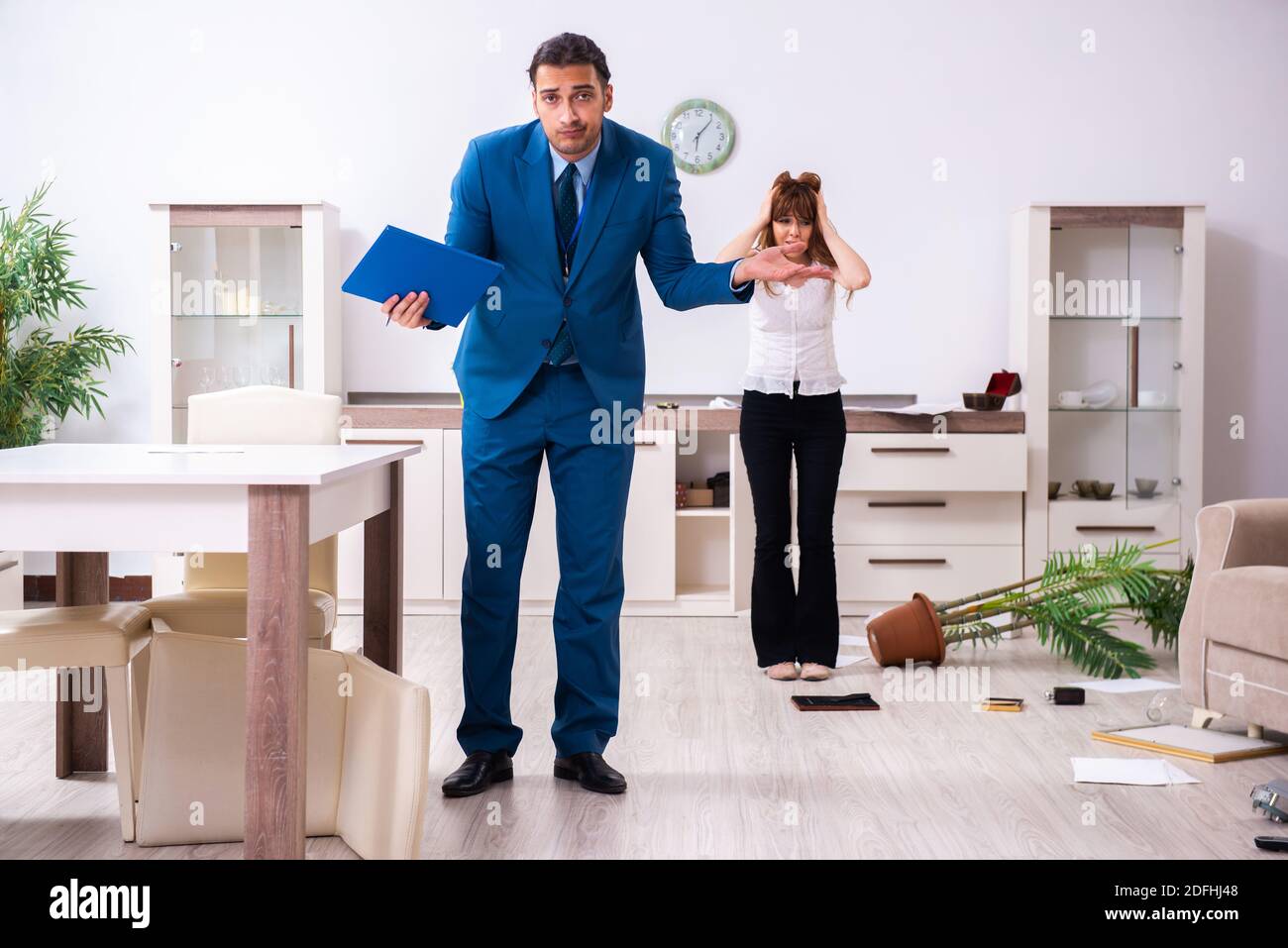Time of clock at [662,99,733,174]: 6:06
